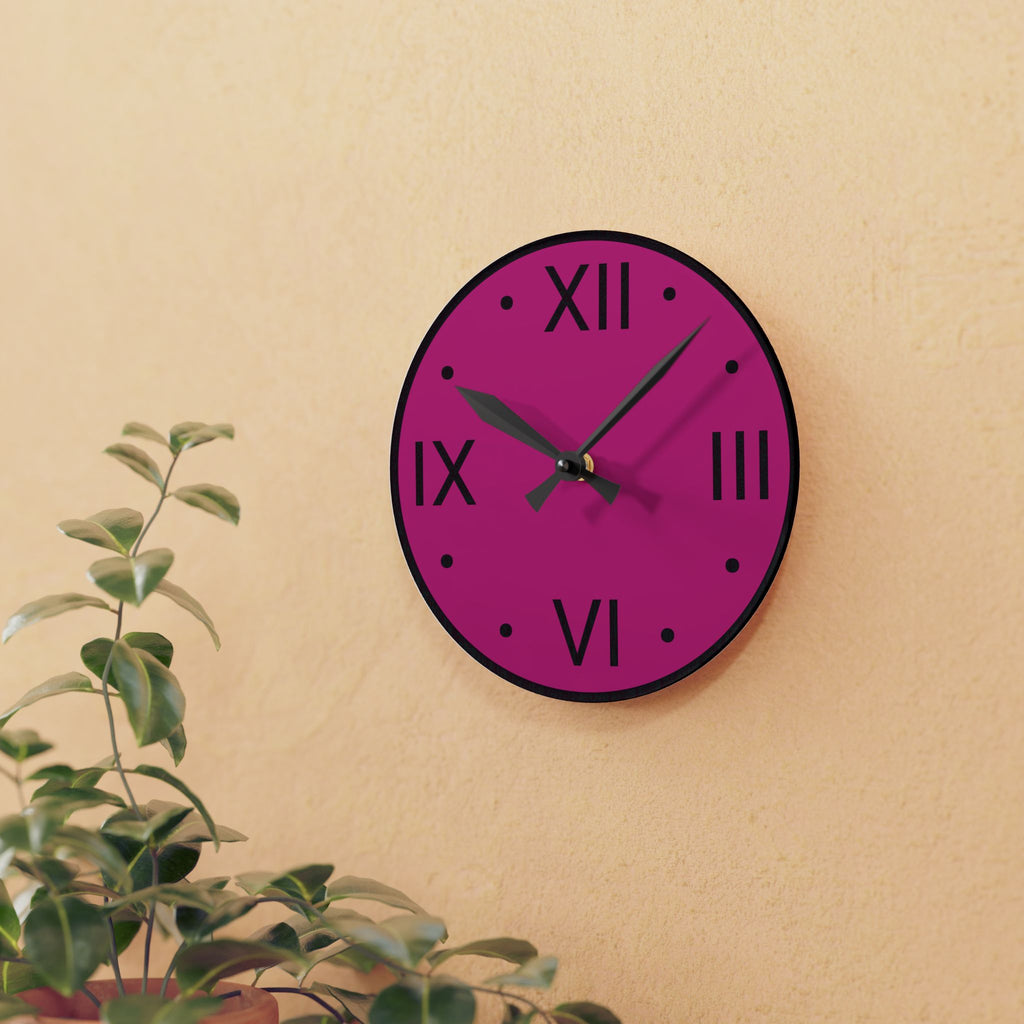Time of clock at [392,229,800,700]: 10:07
